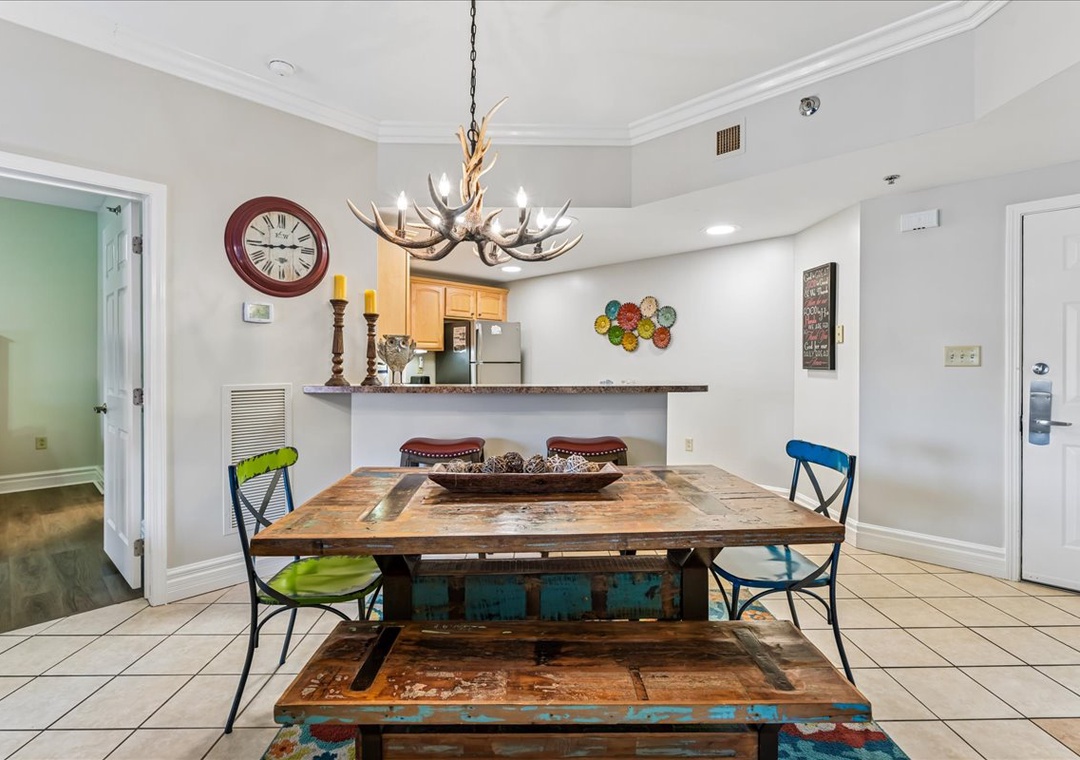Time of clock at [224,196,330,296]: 2:44
